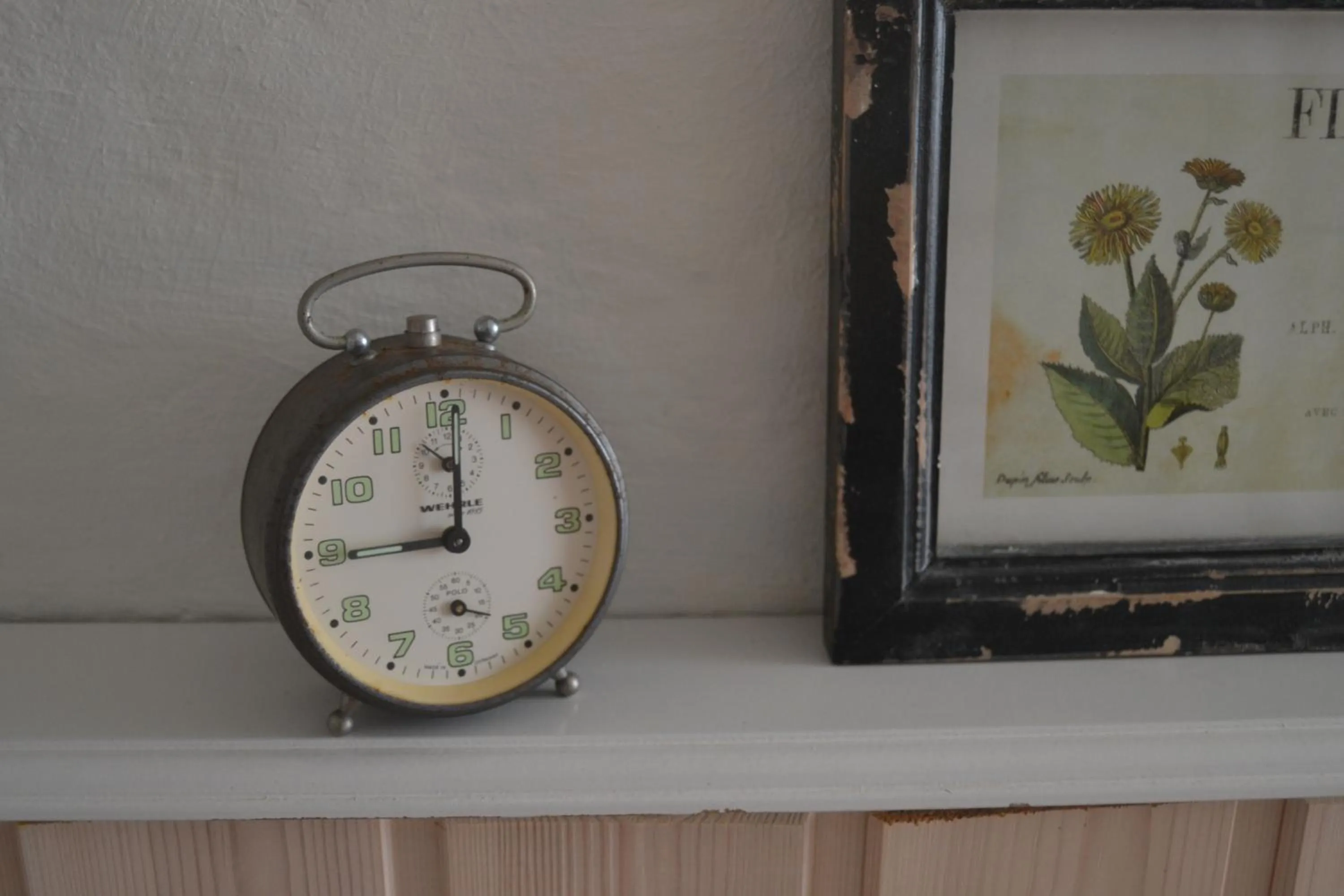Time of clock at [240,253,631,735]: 9:00
